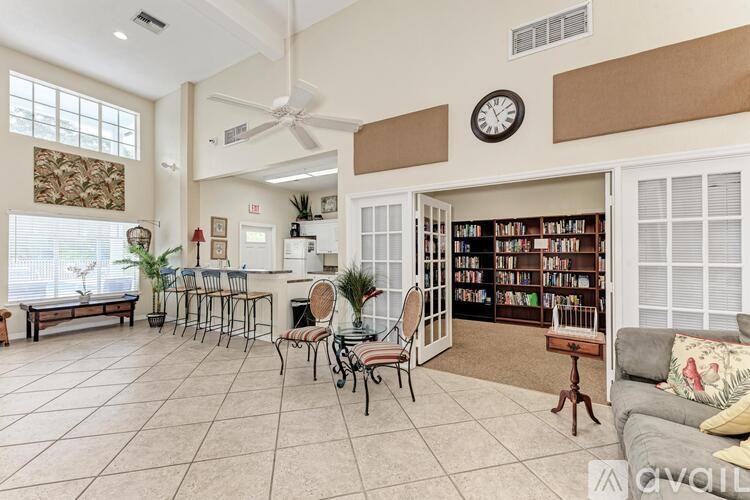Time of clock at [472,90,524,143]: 1:56
